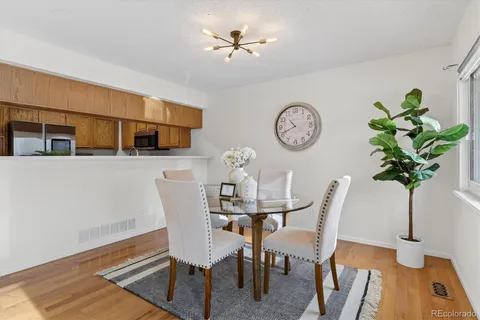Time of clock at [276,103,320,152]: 10:41
